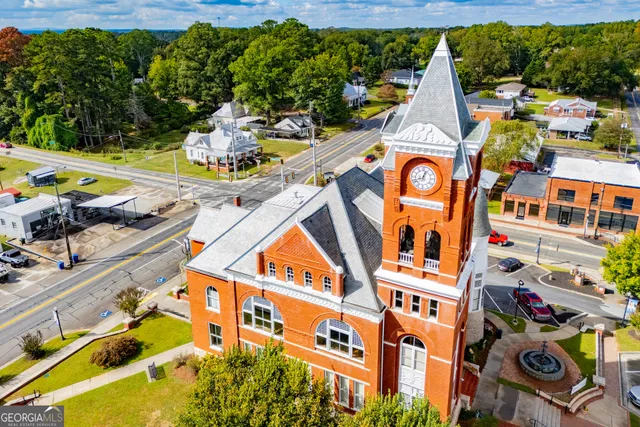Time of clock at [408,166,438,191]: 12:42
